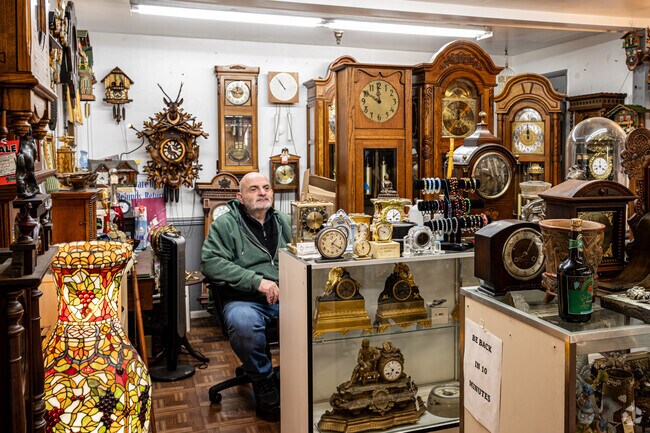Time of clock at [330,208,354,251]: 1:20
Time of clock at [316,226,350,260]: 1:20
